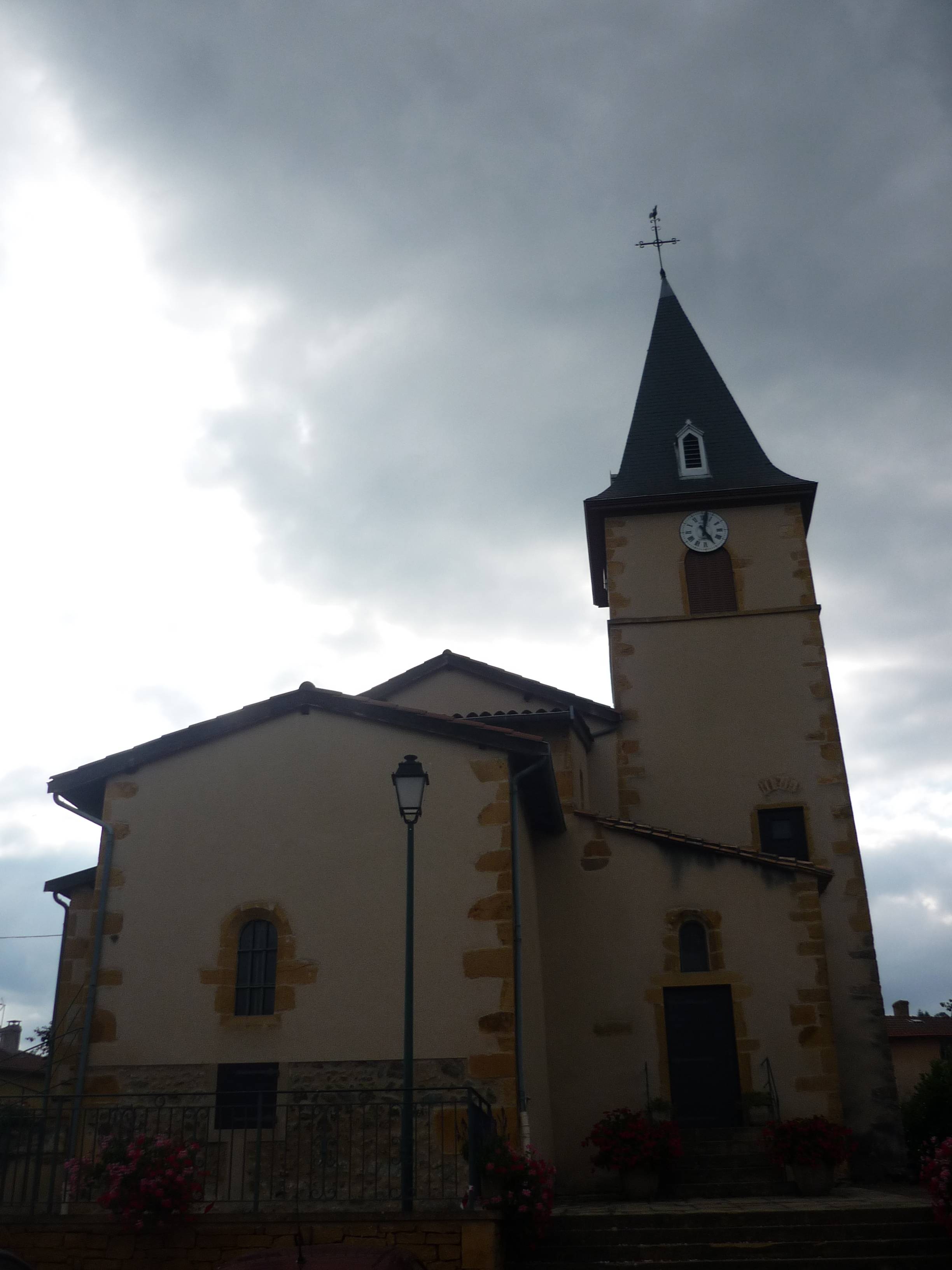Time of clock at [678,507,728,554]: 5:01
